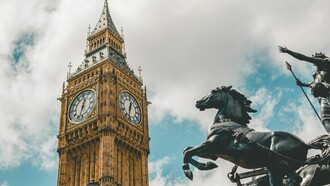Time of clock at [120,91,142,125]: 12:32
